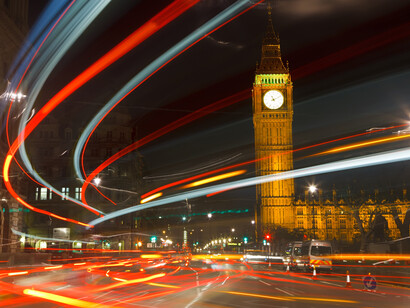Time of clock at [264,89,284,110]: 11:10
